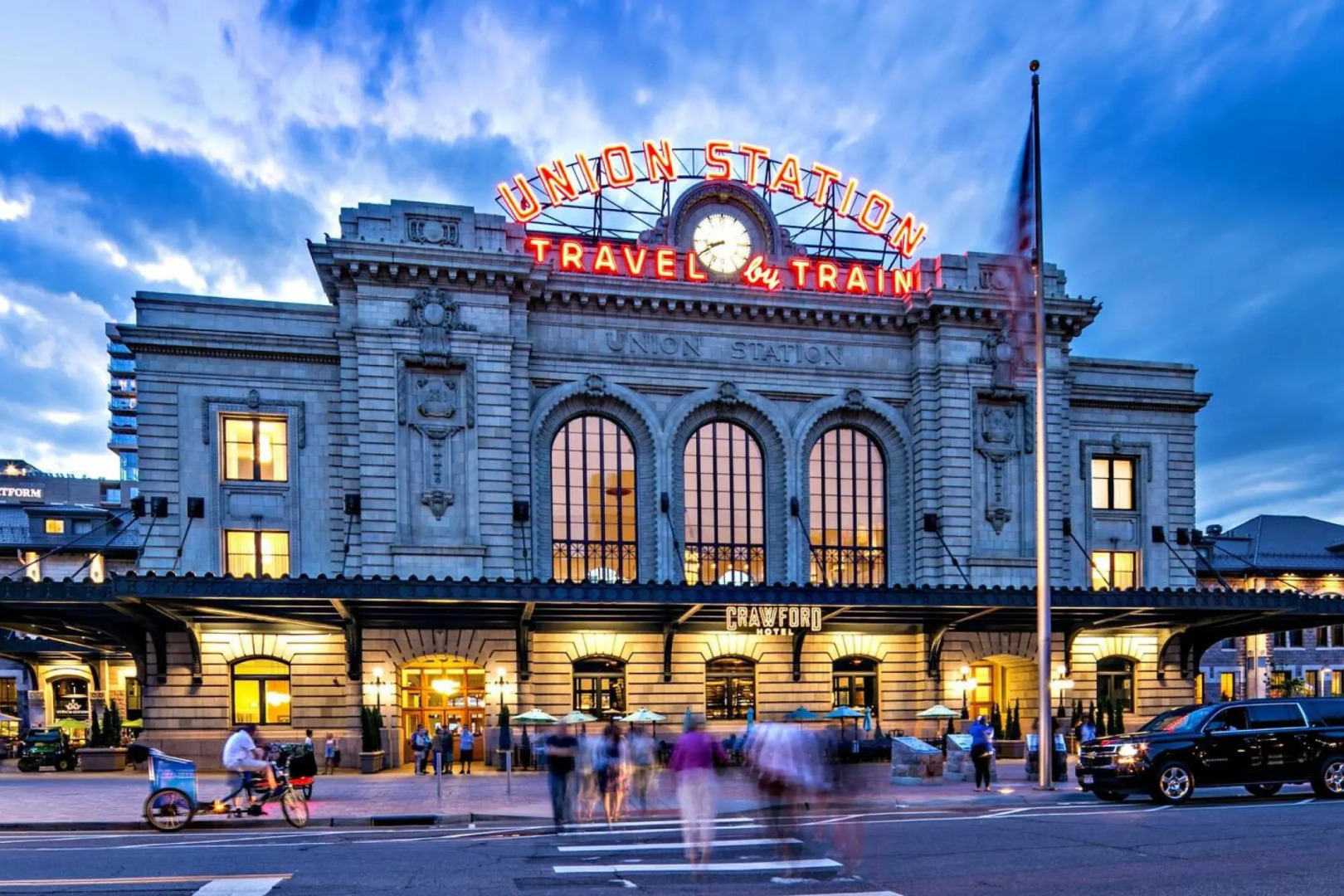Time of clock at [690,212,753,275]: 8:40
